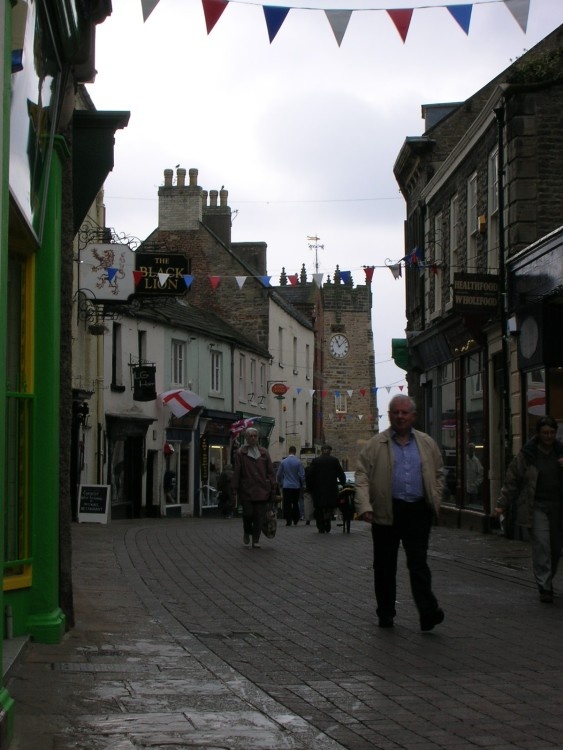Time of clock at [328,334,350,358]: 11:07
